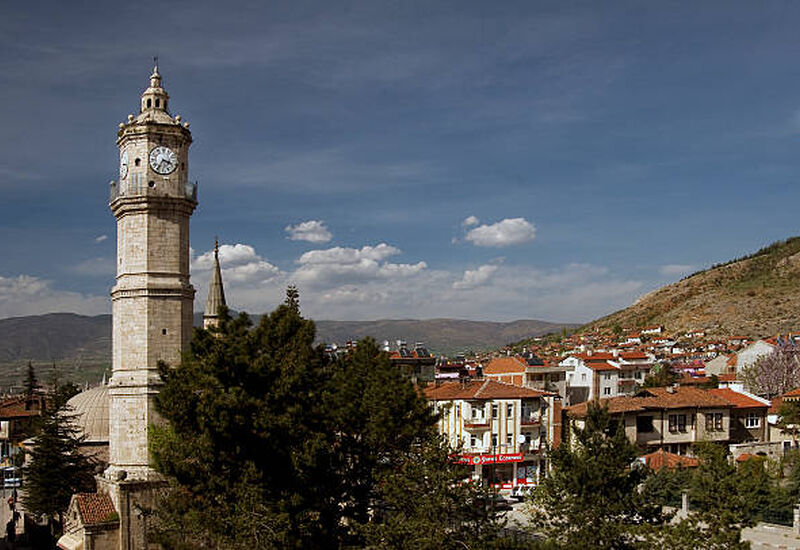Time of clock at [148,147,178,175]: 3:35
